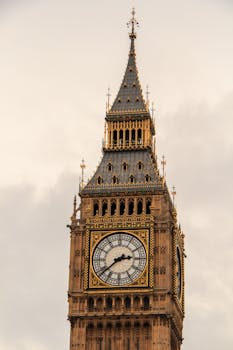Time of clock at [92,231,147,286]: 2:38
